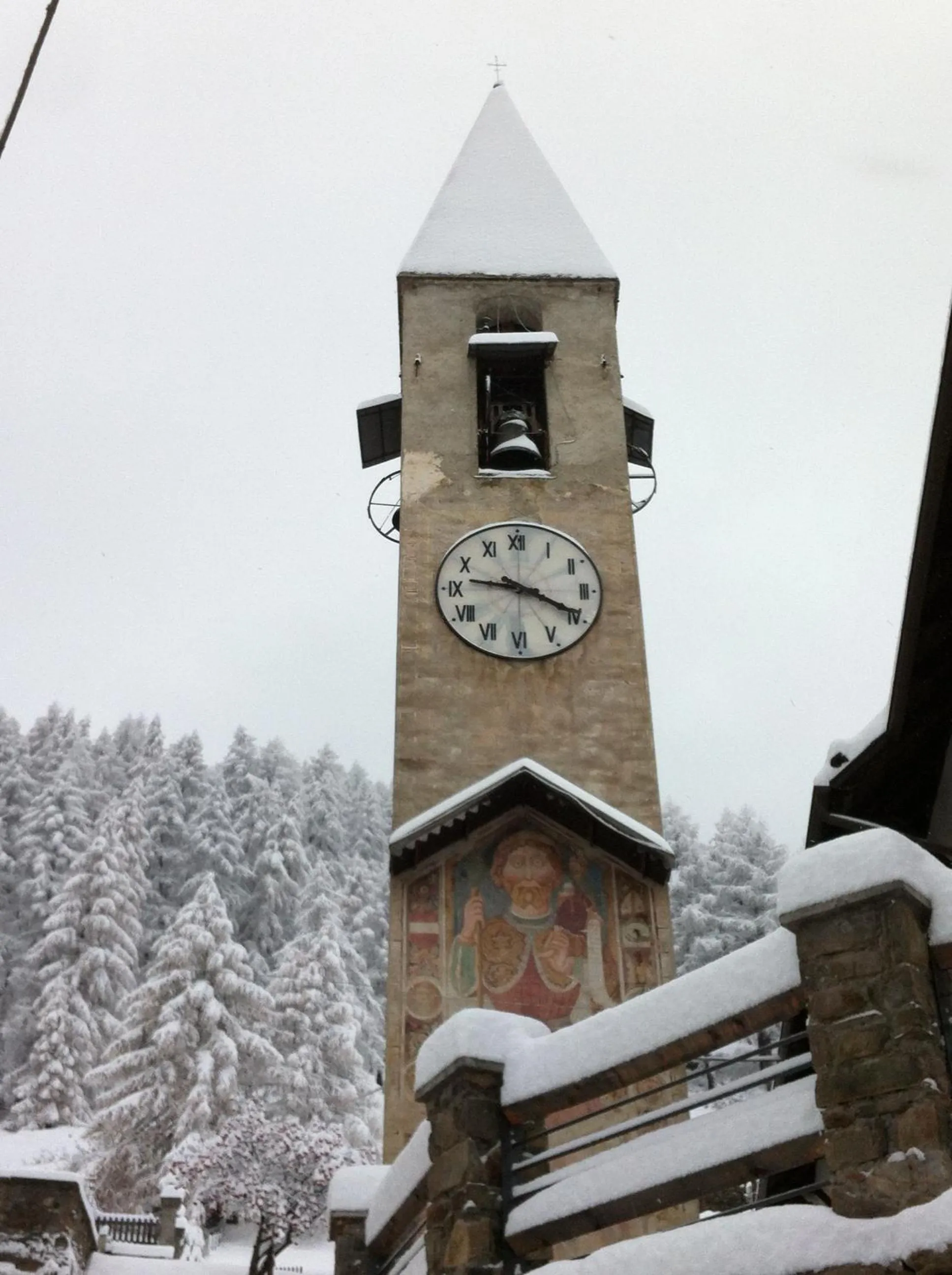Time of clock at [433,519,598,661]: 9:19
